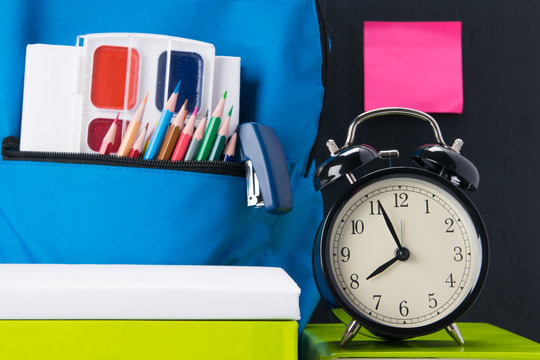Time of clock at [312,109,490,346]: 7:56
